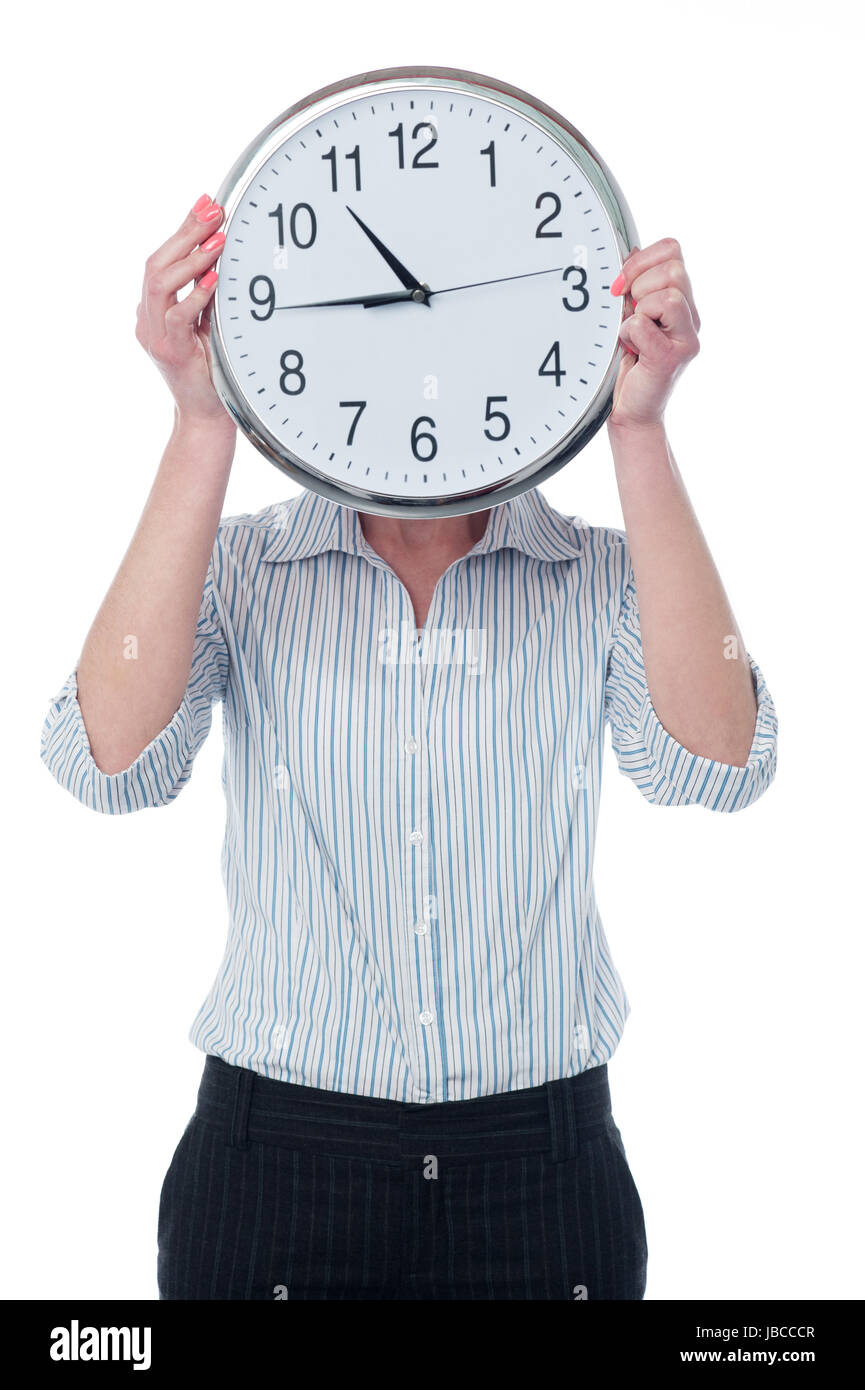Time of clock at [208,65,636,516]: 10:44
